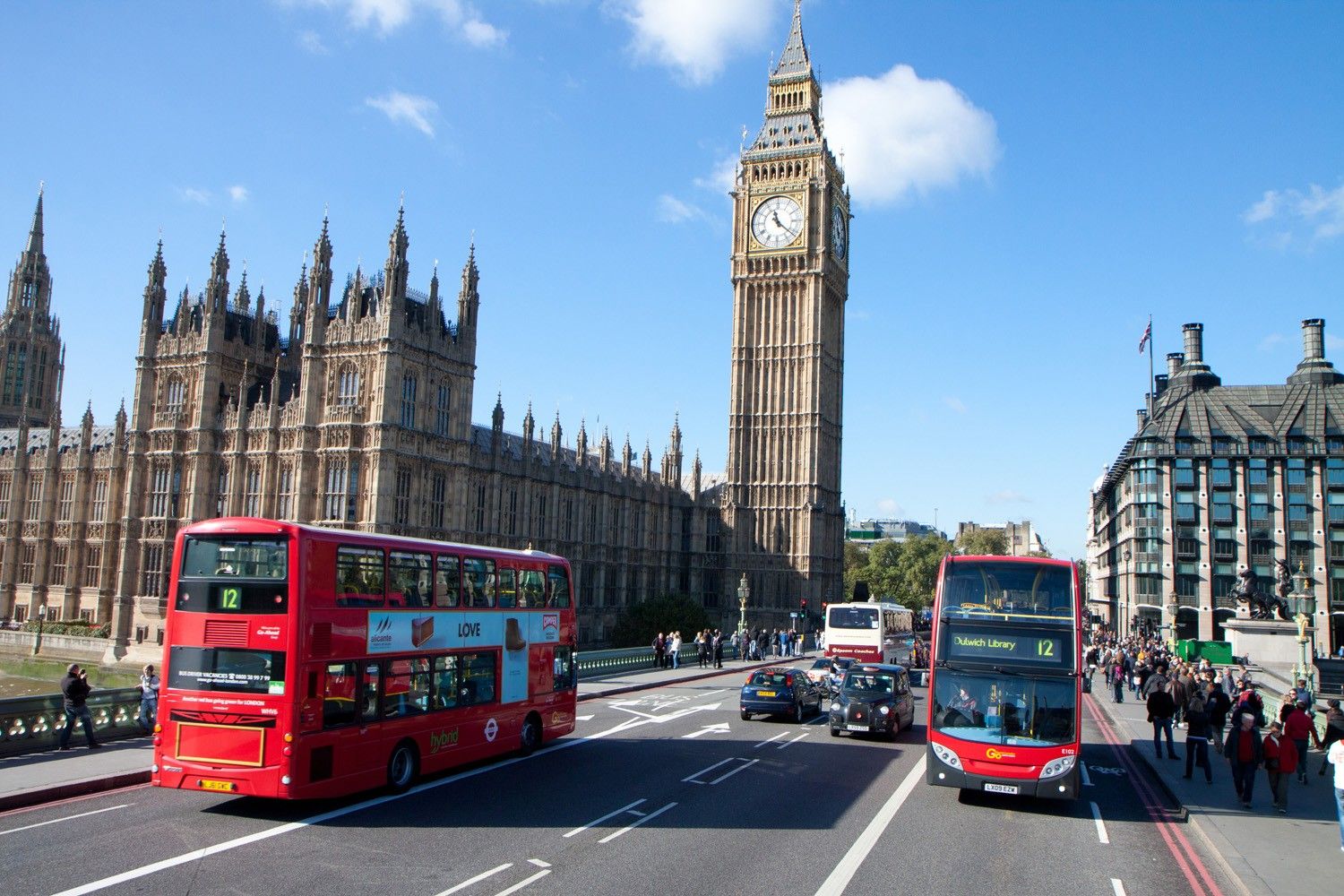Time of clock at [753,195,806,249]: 11:21
